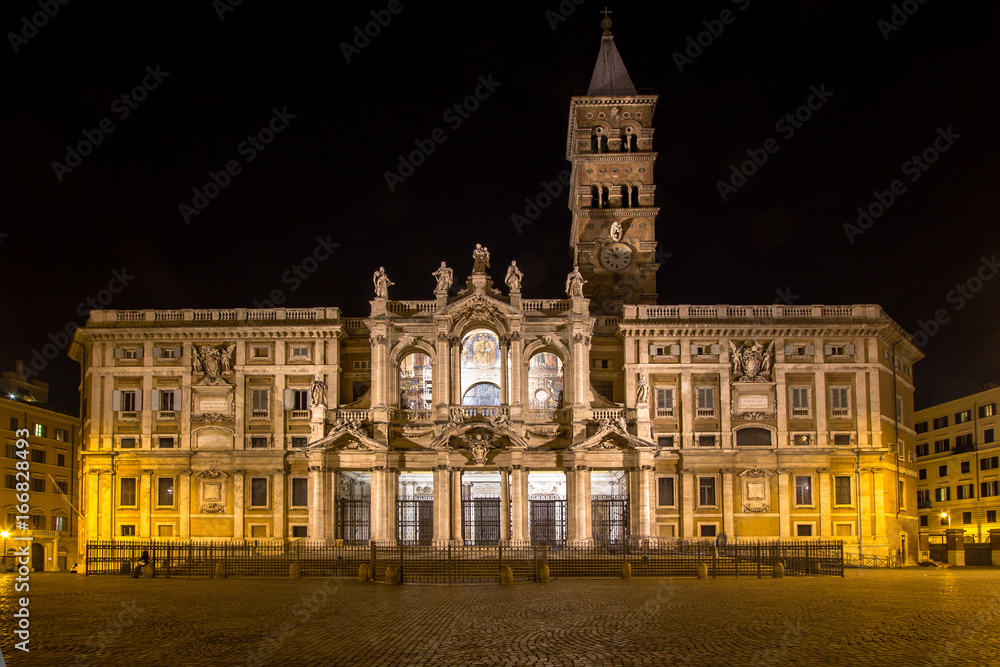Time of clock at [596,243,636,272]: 9:53
